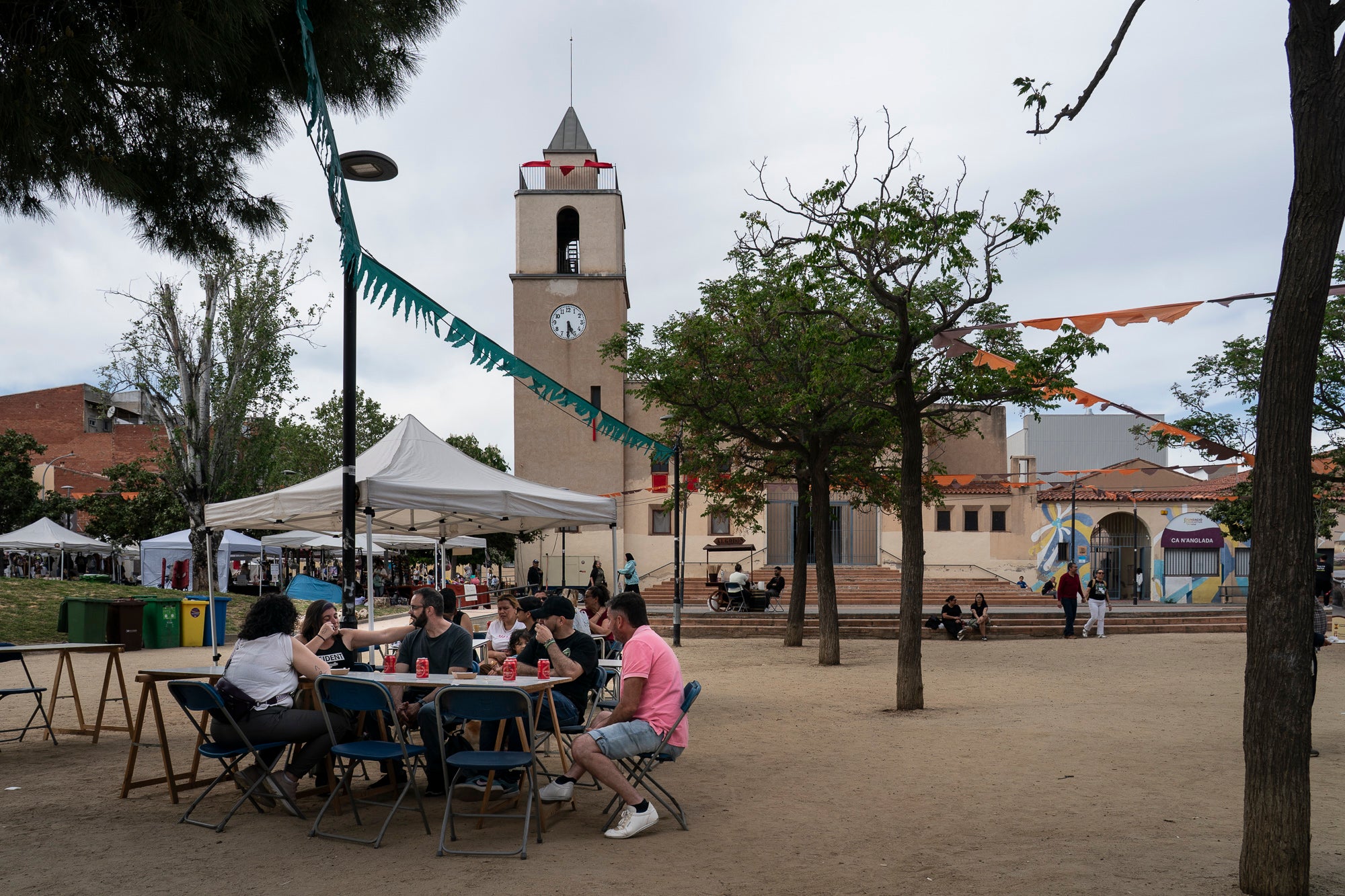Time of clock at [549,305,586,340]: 5:30
